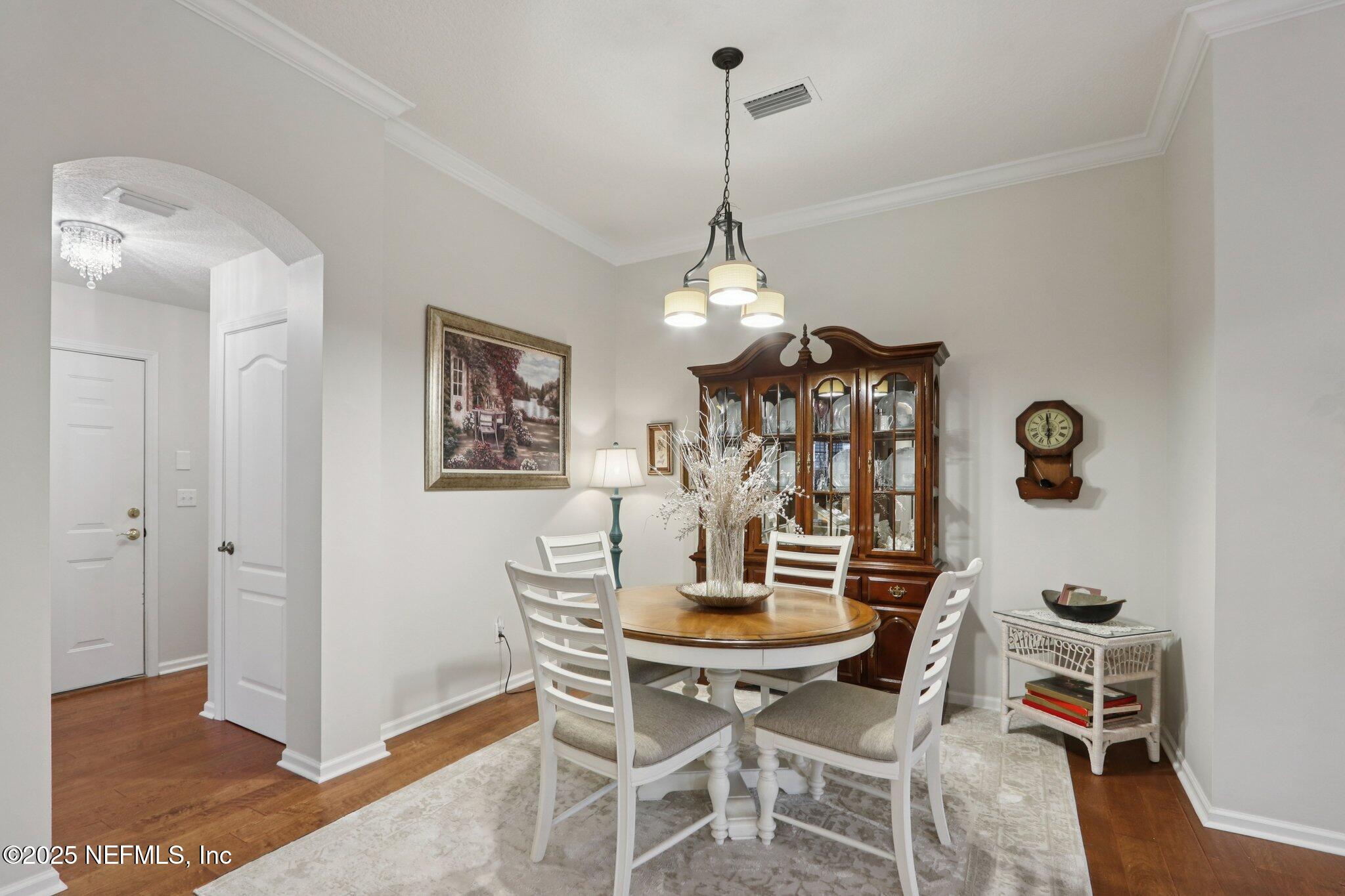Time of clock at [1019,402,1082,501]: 5:59
